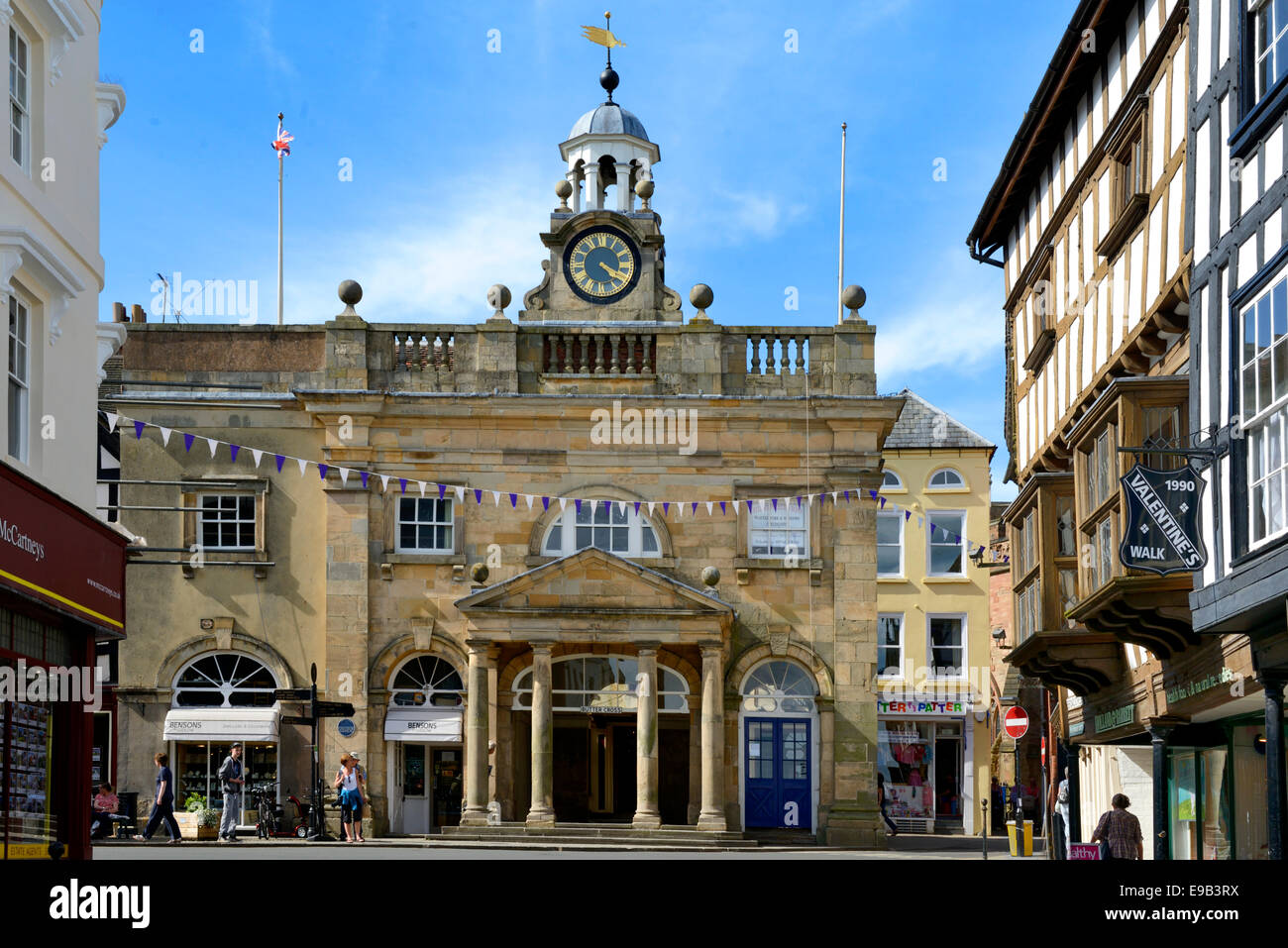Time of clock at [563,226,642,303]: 4:19
